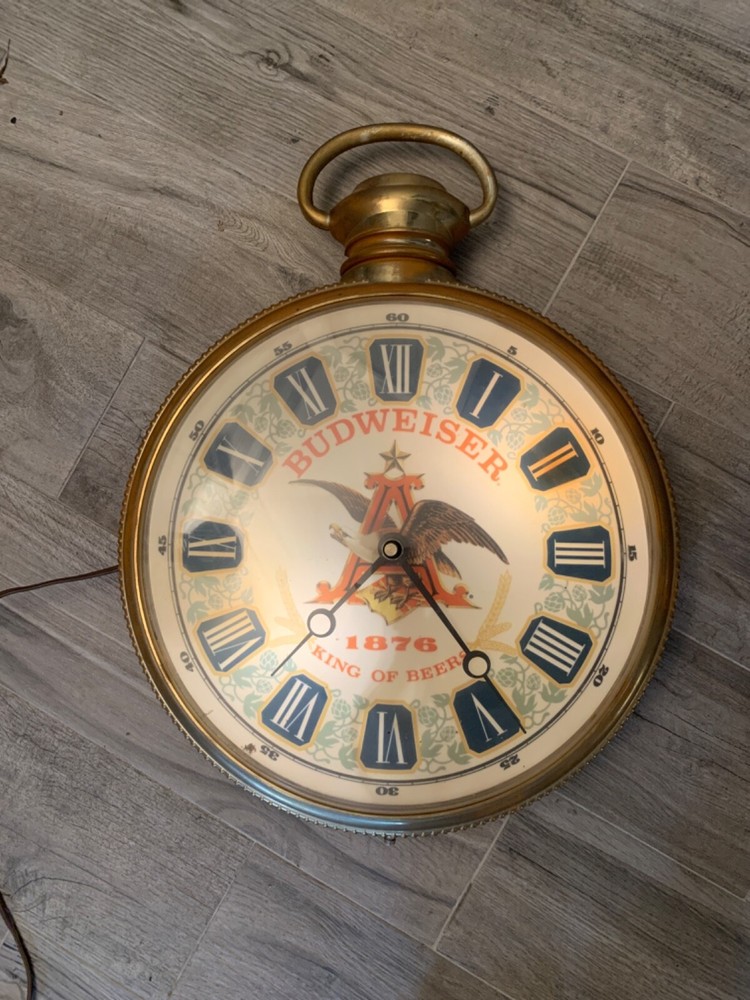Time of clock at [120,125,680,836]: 7:23
